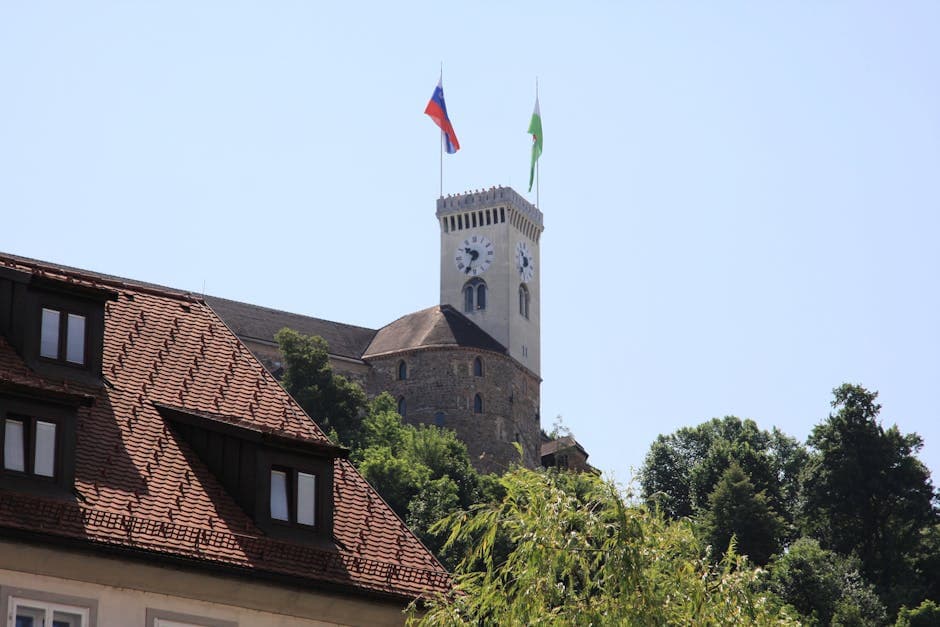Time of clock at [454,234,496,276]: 10:34
